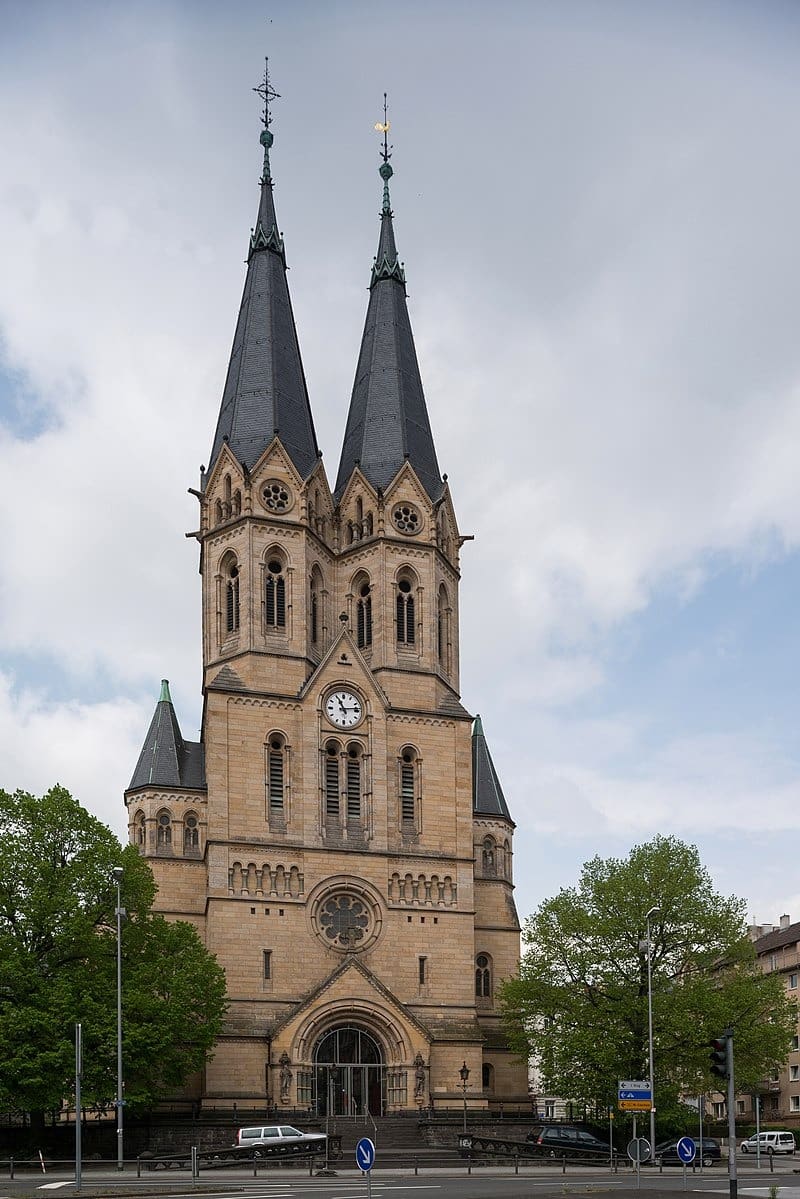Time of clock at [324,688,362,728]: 11:13
